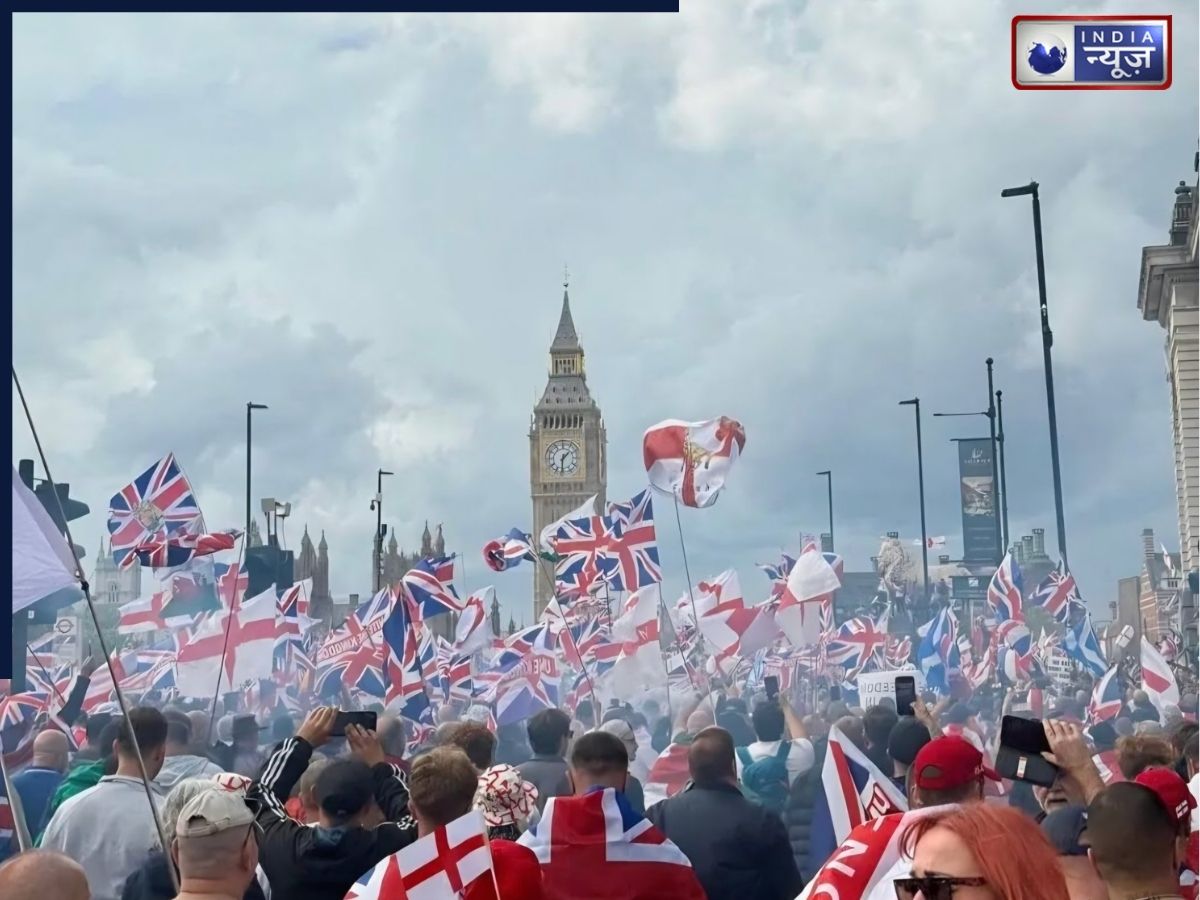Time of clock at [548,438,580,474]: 1:30
